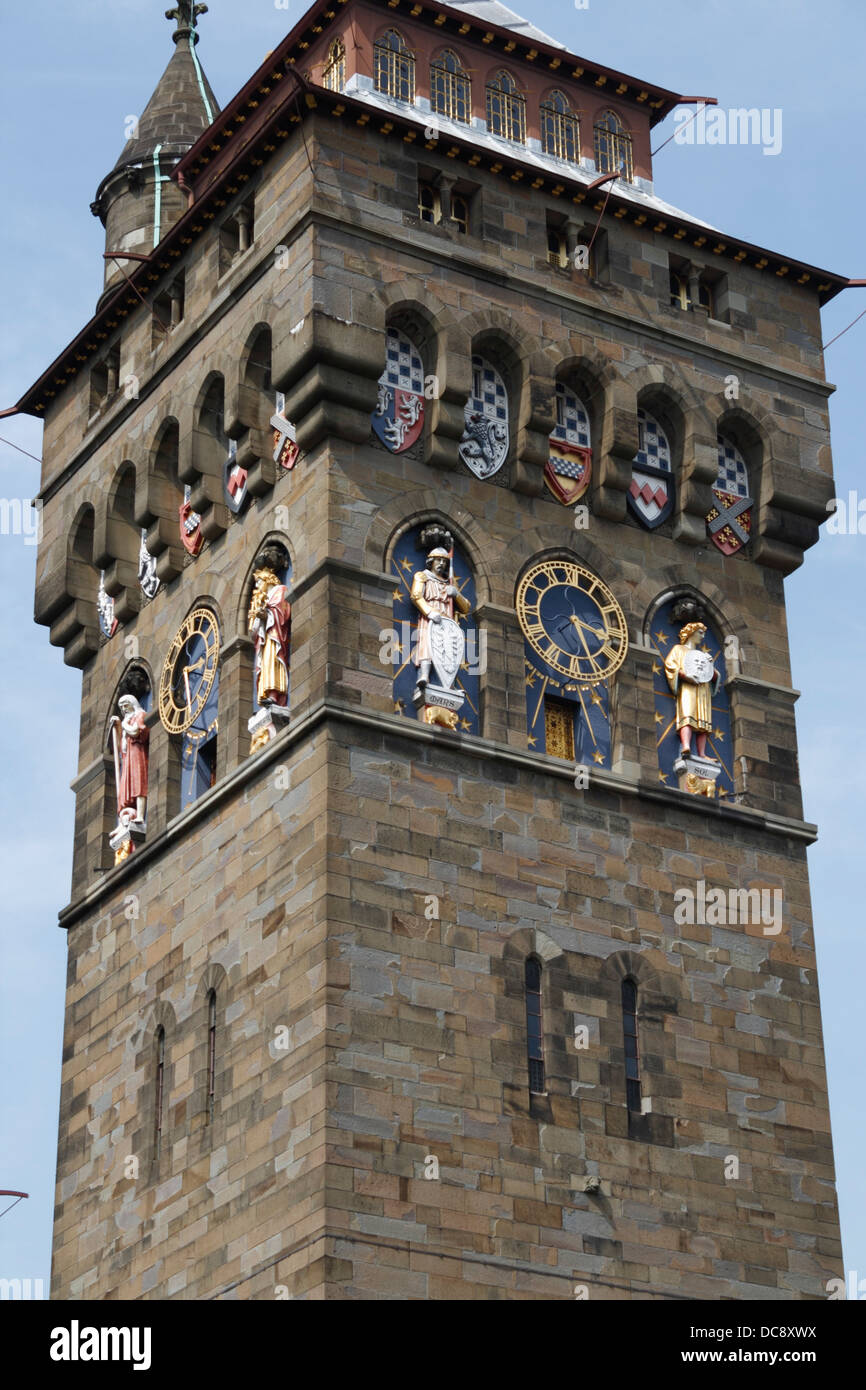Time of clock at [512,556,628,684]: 3:26
